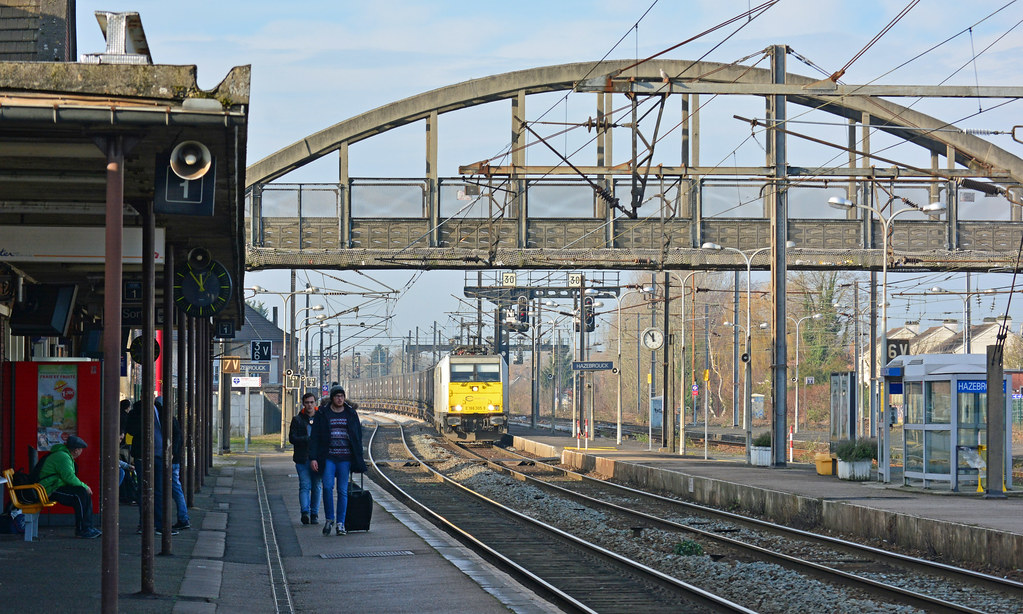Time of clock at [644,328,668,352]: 11:54
